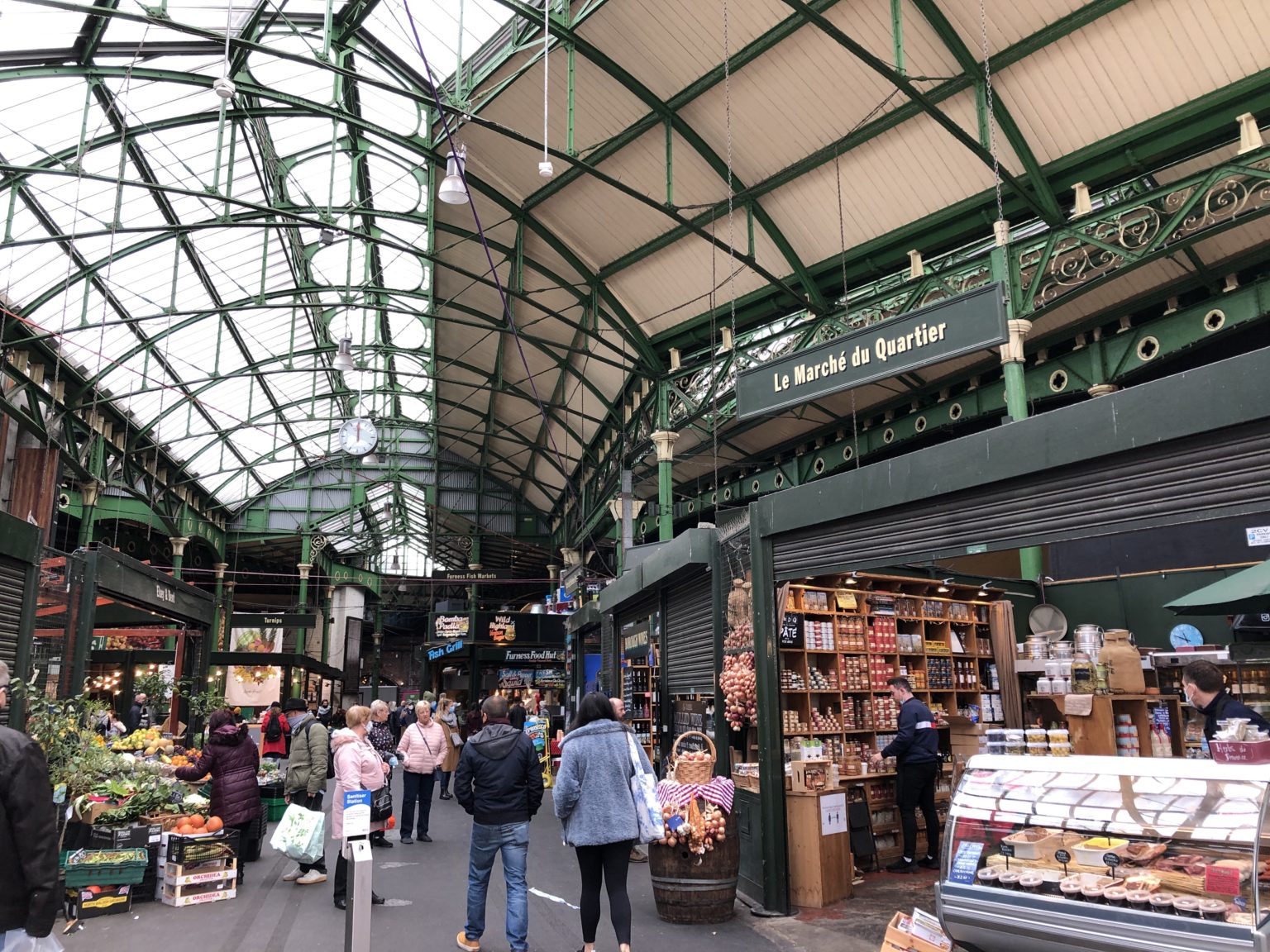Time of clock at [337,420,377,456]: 11:59
